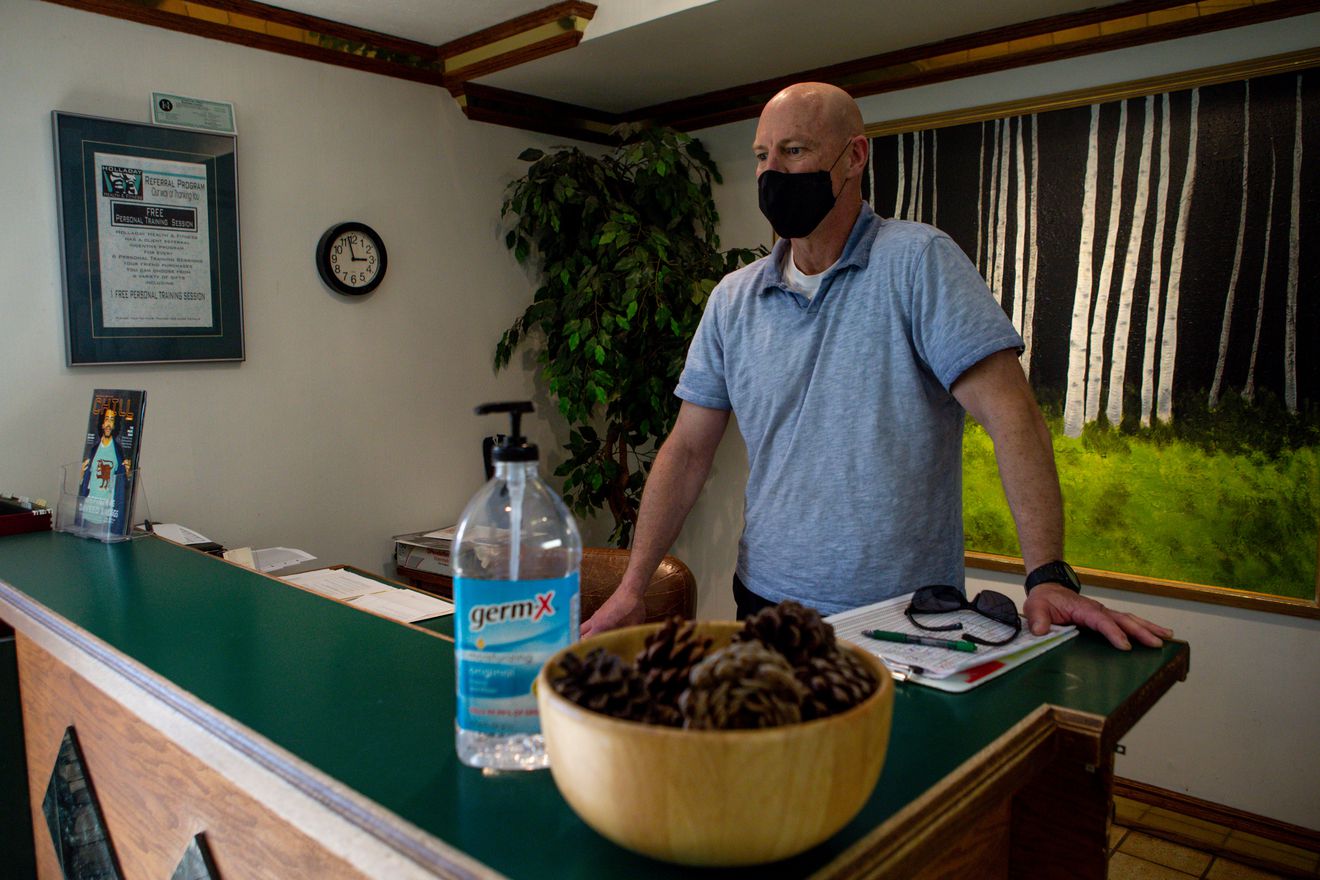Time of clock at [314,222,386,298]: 2:58
